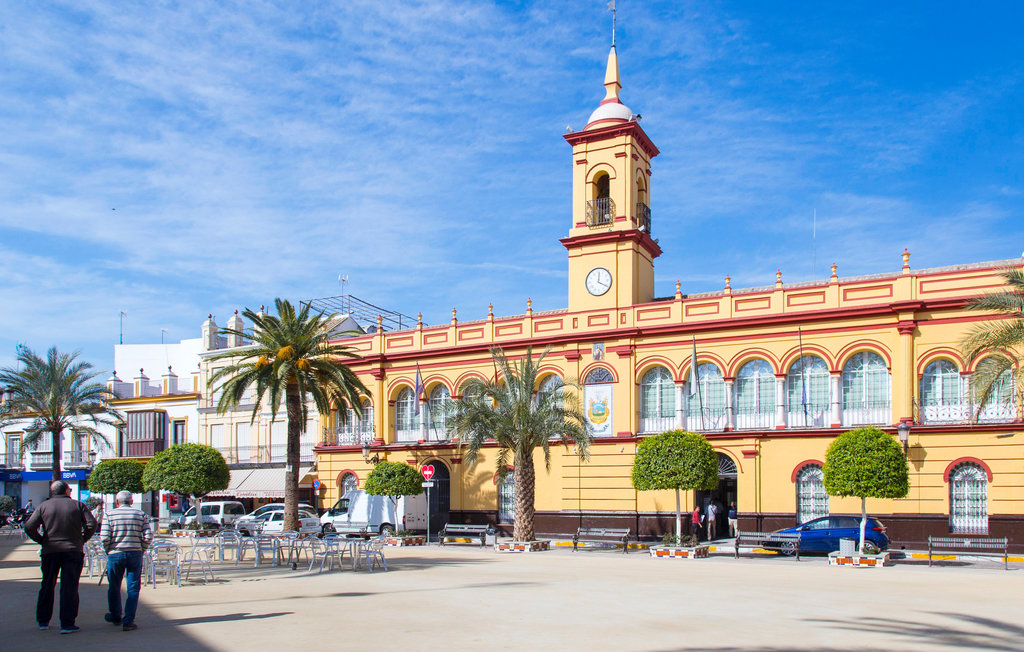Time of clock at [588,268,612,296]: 12:20
